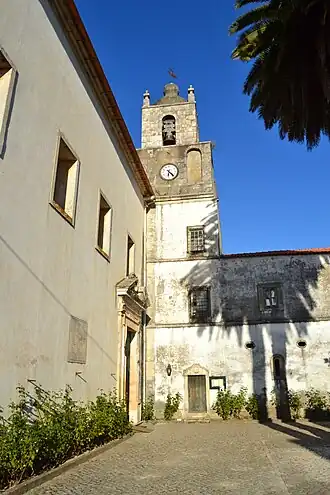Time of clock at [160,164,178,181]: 6:22
